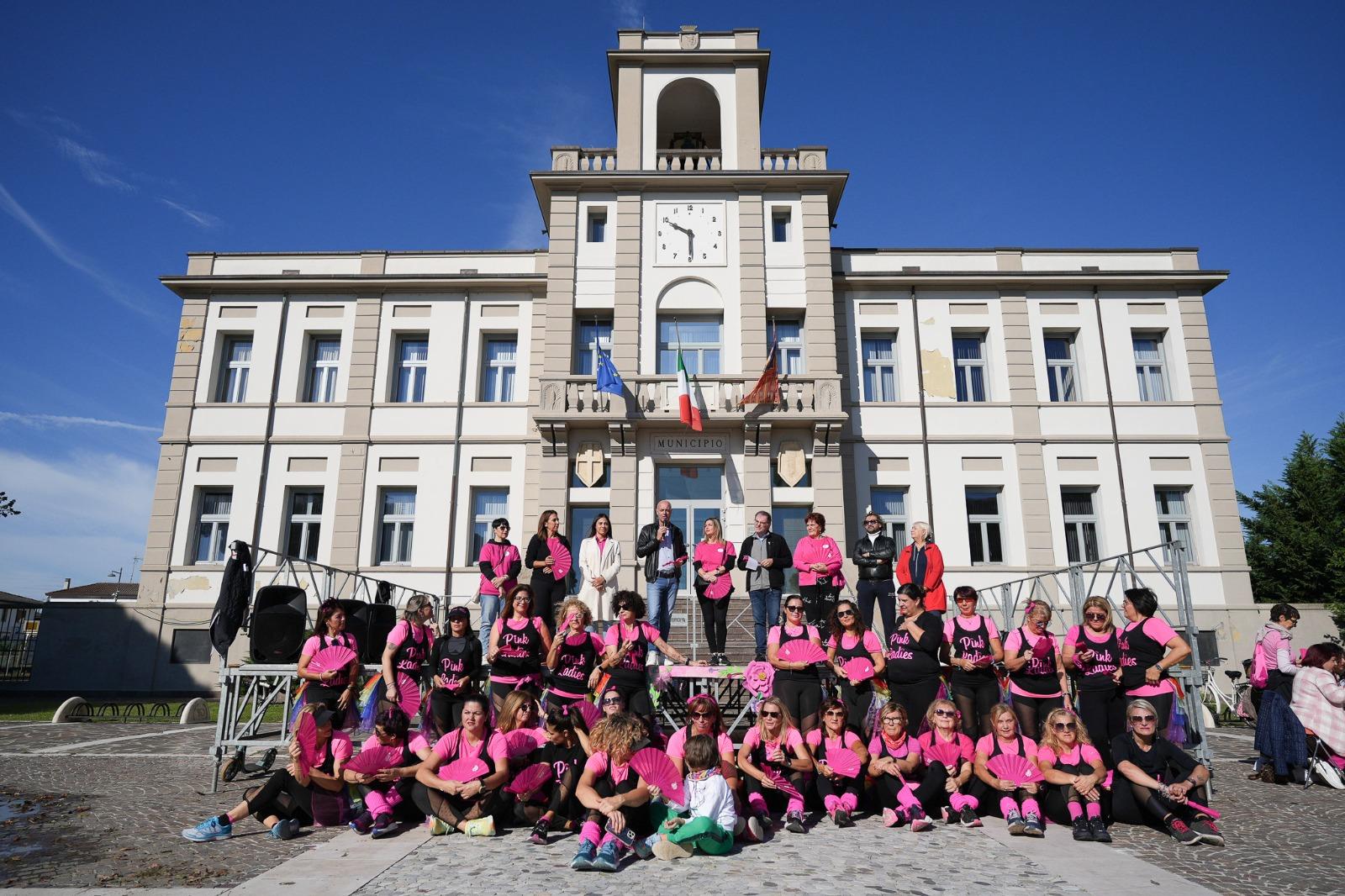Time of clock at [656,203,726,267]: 5:49
